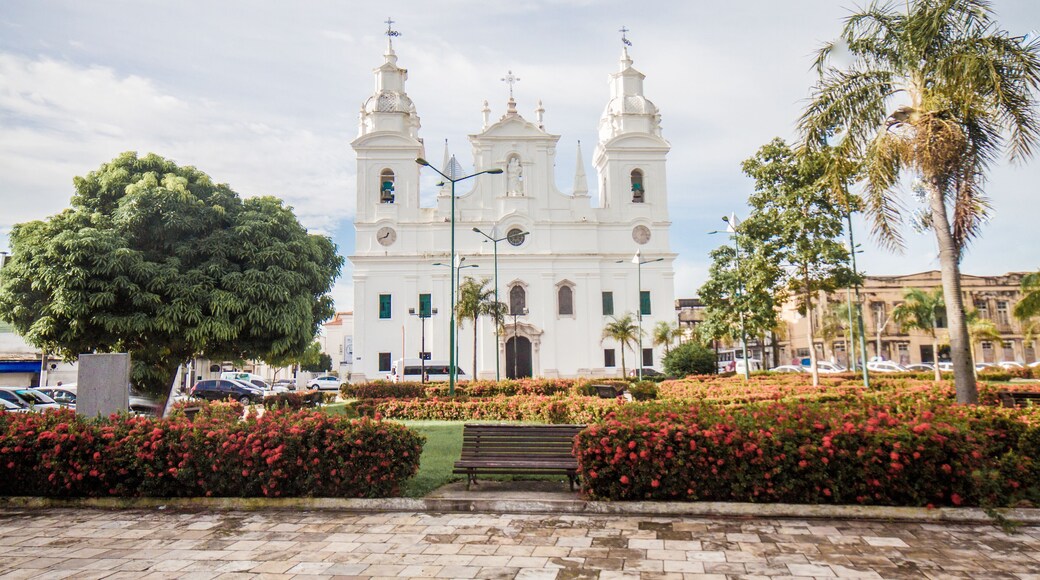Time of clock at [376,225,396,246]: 12:41
